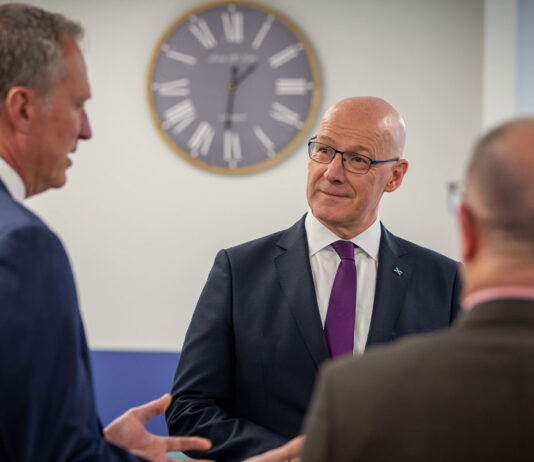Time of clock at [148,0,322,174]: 1:31
